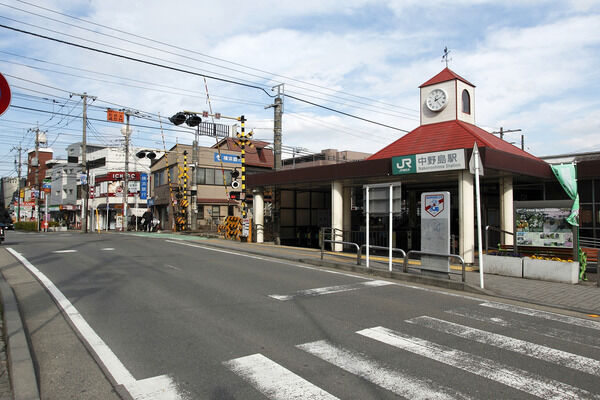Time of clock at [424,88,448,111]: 2:24
